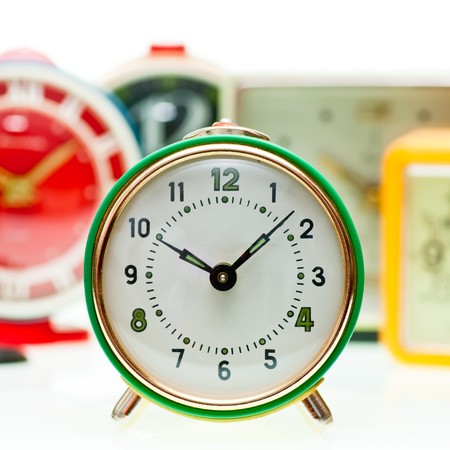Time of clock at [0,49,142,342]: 10:08
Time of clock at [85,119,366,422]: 10:07
